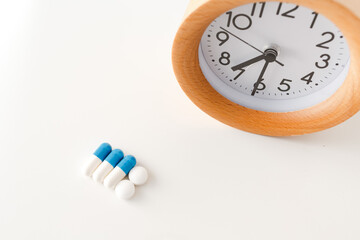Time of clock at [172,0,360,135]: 7:30
